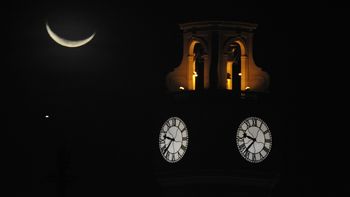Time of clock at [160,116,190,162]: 9:37
